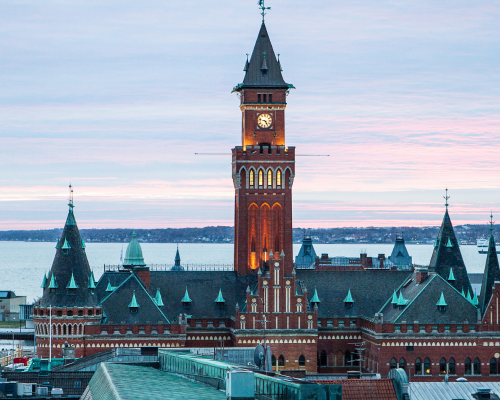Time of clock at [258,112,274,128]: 4:47
